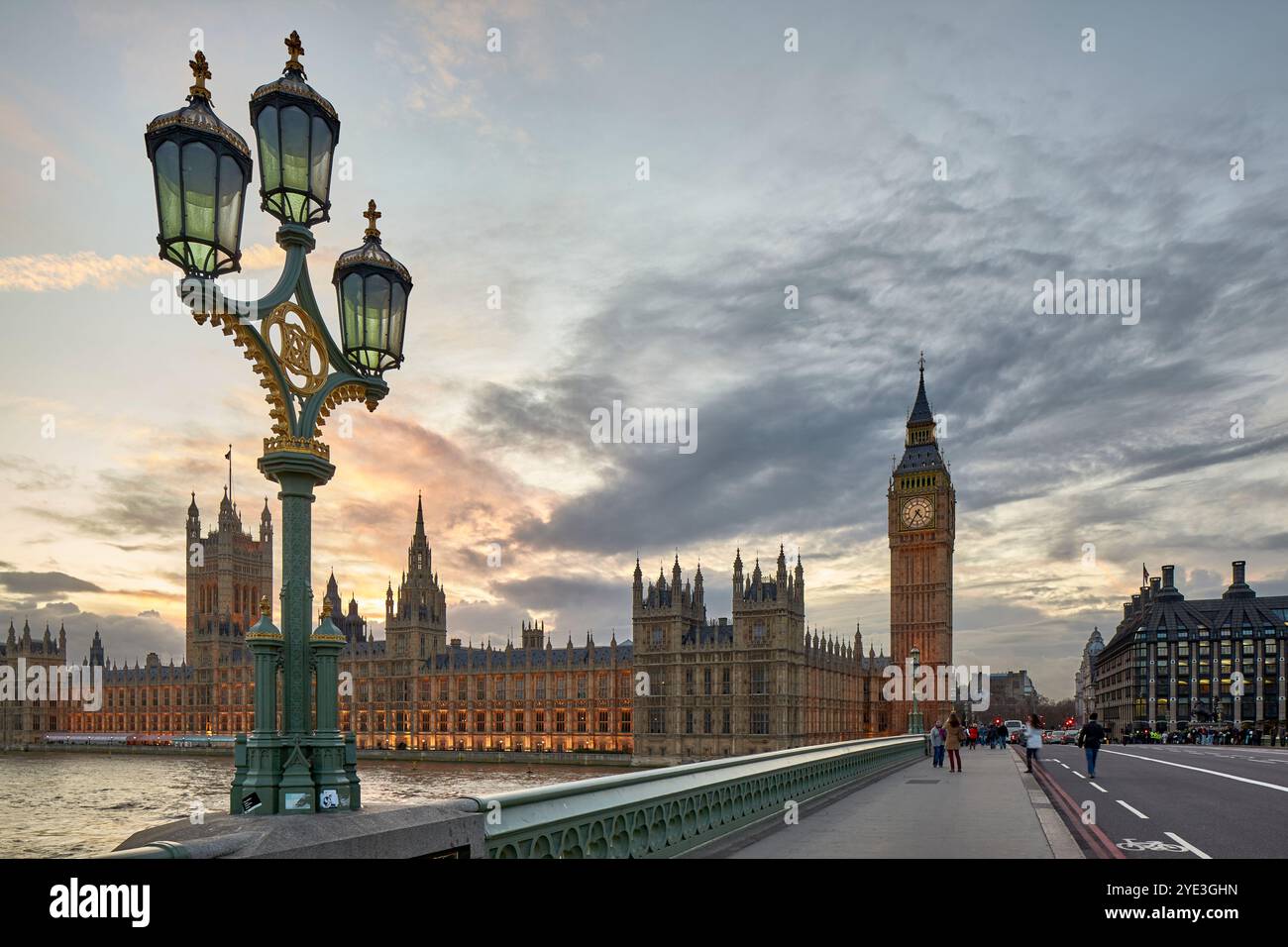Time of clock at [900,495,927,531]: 4:35
